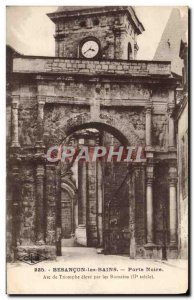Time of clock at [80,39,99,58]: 3:40
